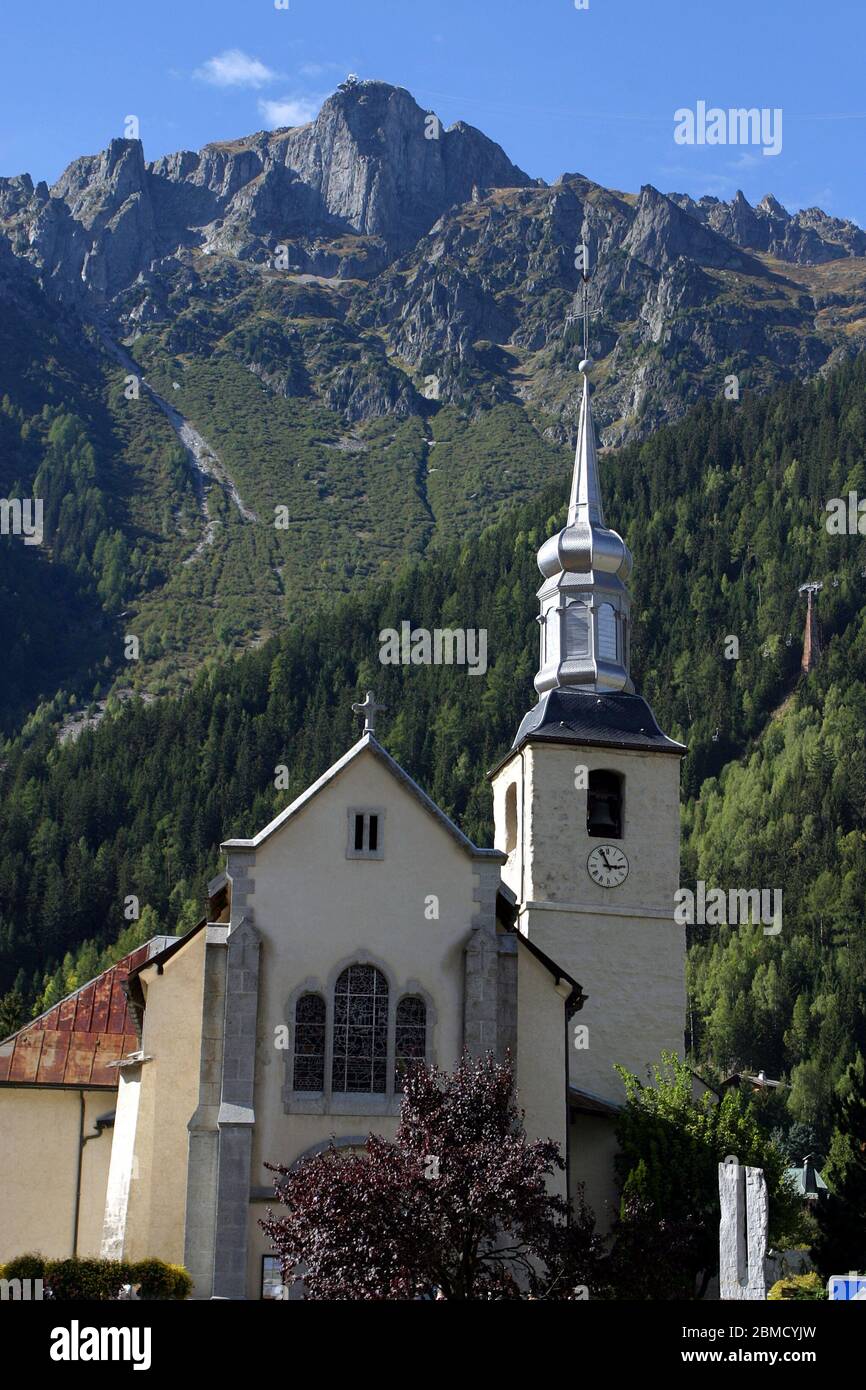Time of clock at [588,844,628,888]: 2:56
